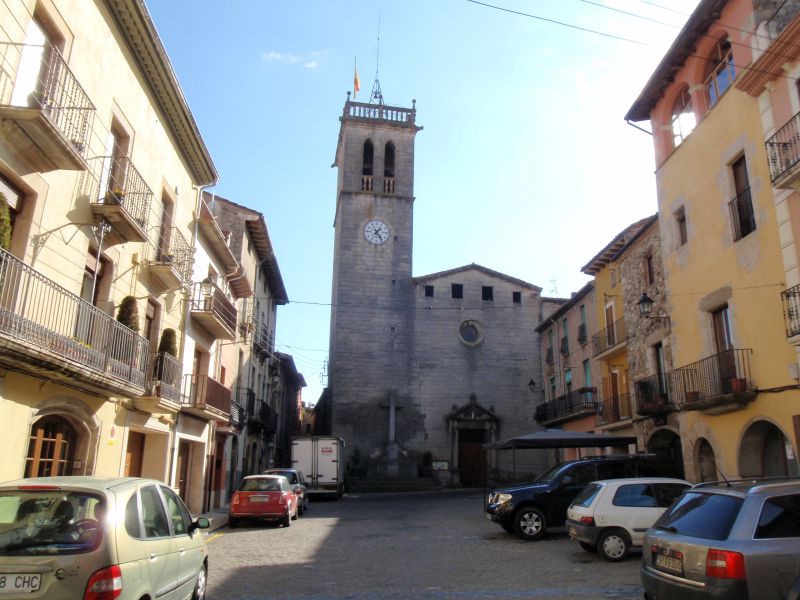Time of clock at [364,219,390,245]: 1:23
